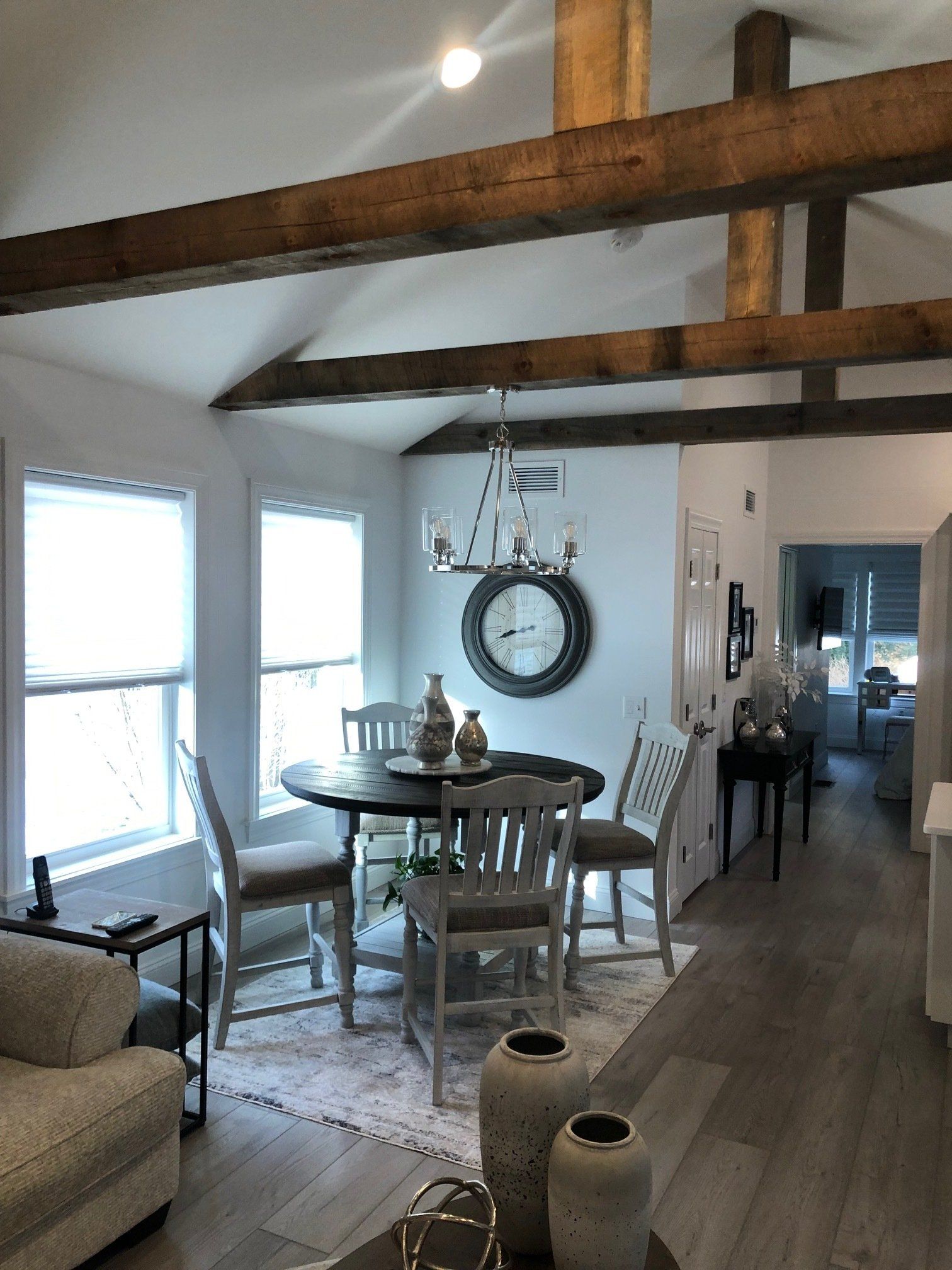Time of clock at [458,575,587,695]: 8:41
